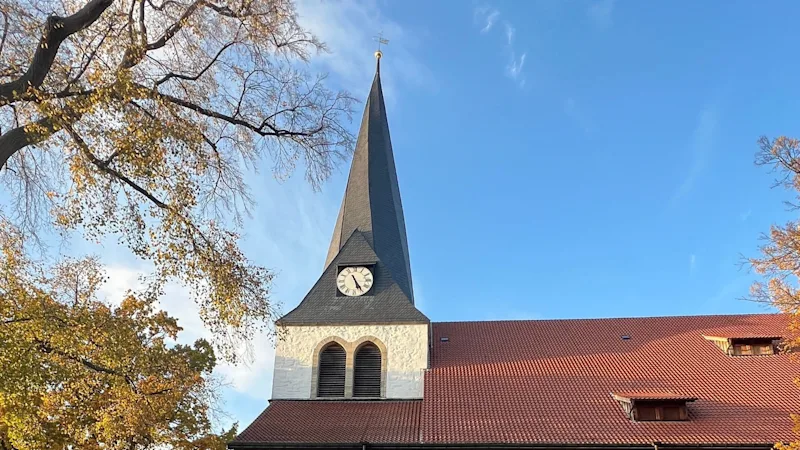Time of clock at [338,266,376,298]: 5:24
